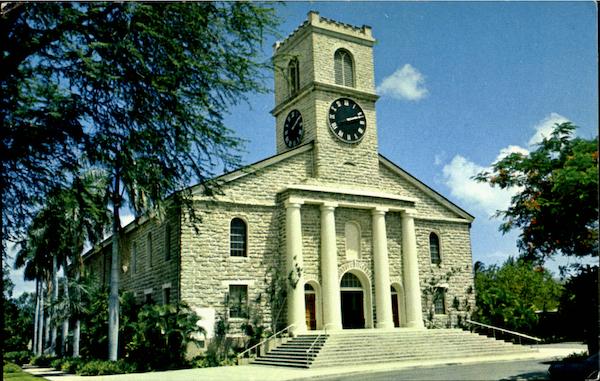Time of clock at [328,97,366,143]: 2:11
